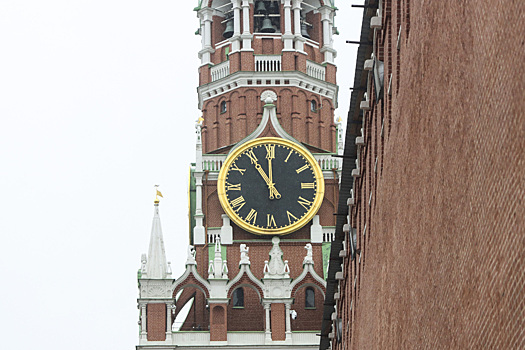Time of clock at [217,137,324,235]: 10:59
